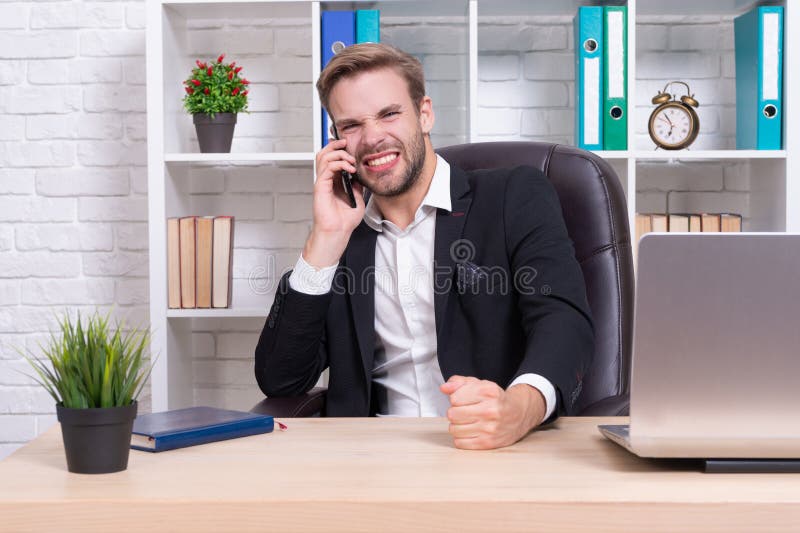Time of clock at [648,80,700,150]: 6:54
